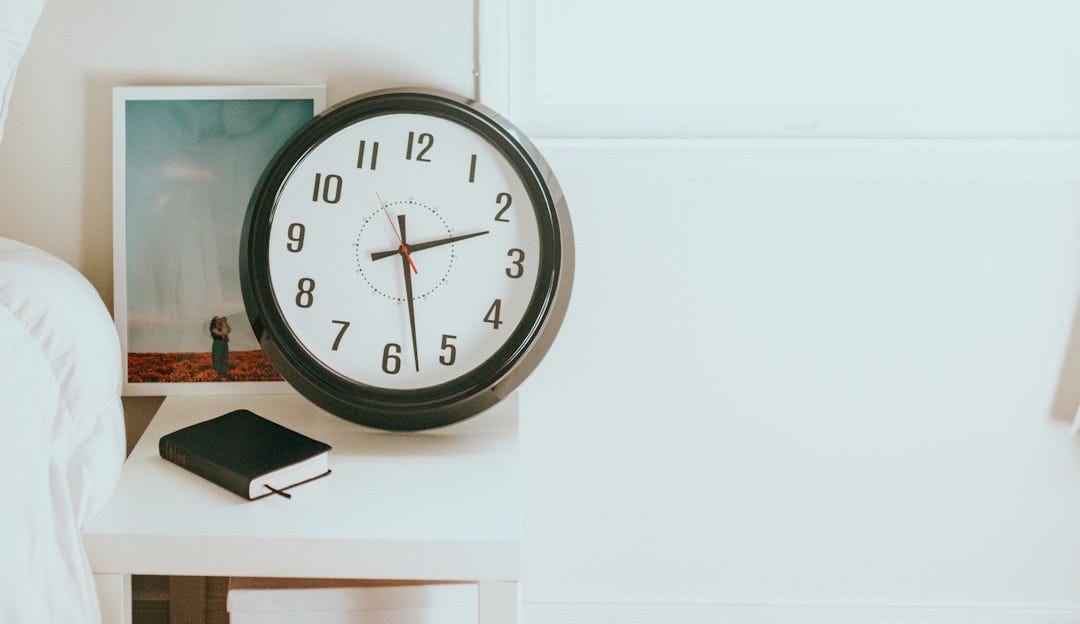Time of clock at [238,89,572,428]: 2:27
